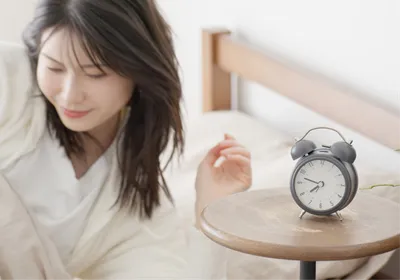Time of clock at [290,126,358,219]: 7:47
